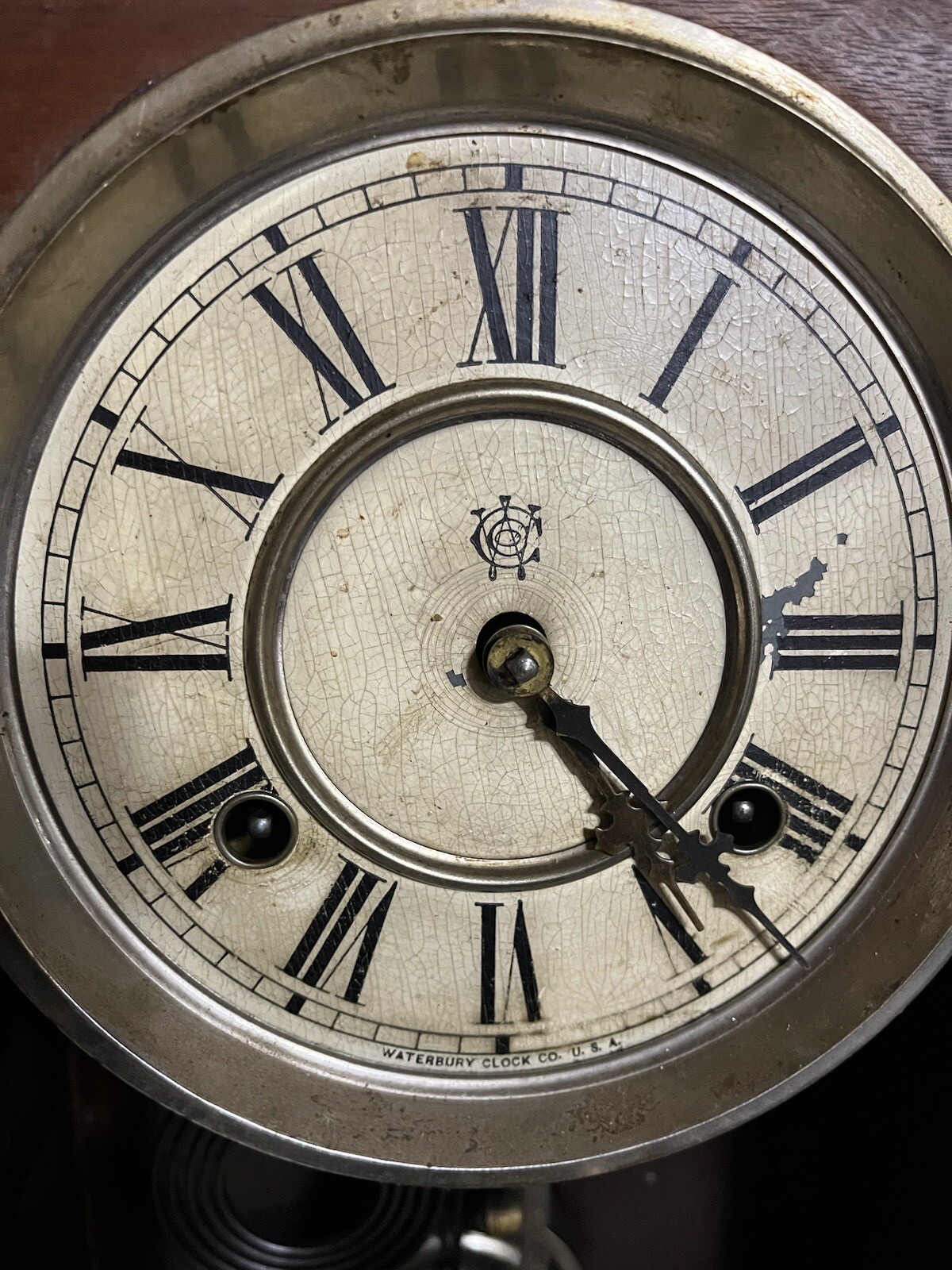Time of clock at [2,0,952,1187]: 4:23
